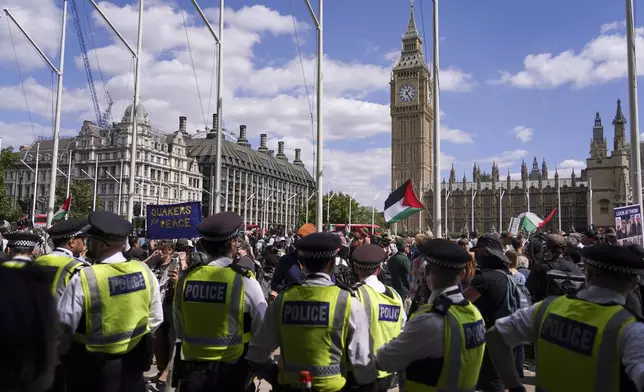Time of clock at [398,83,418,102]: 1:24
